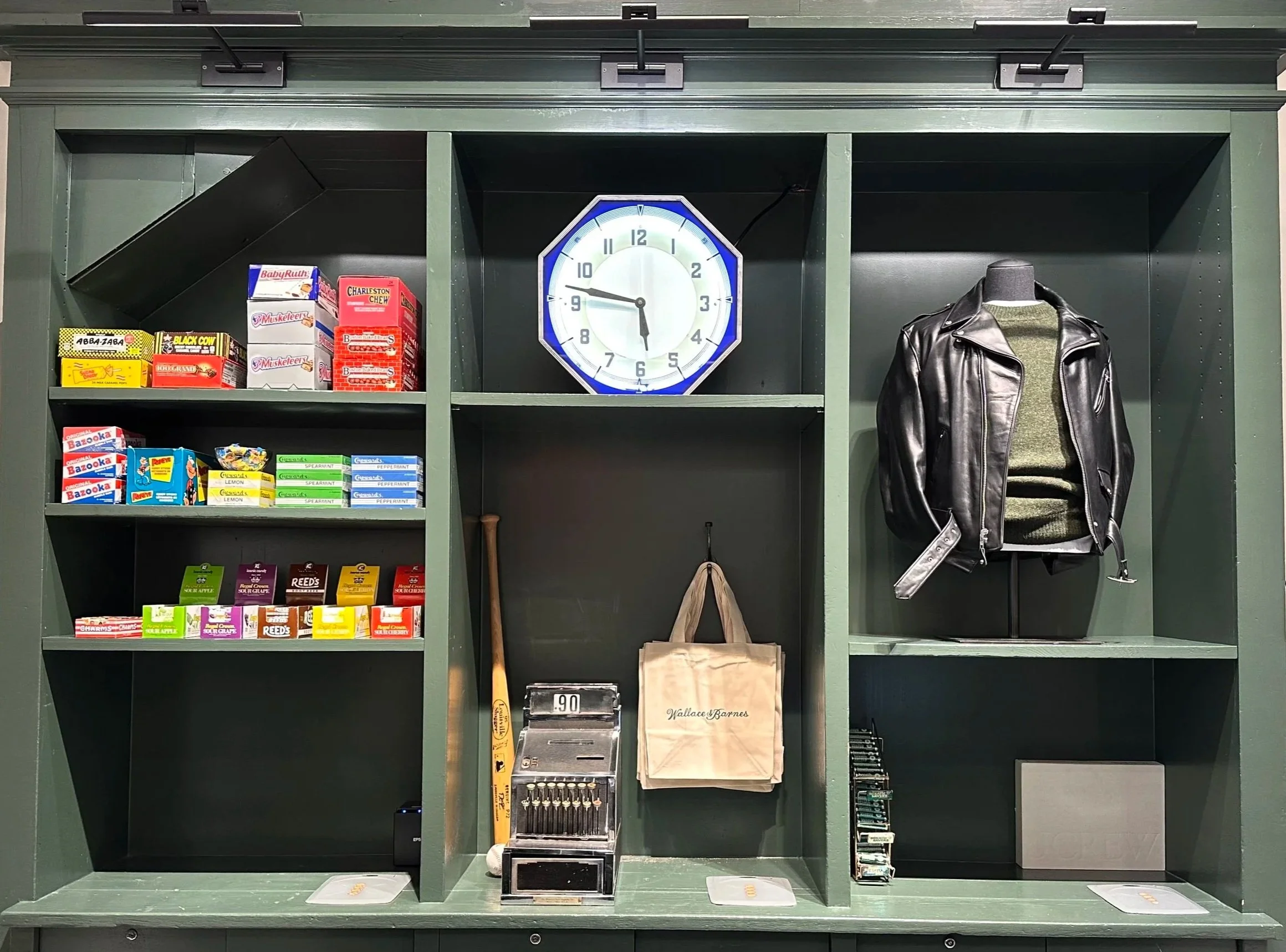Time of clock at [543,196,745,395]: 5:46
